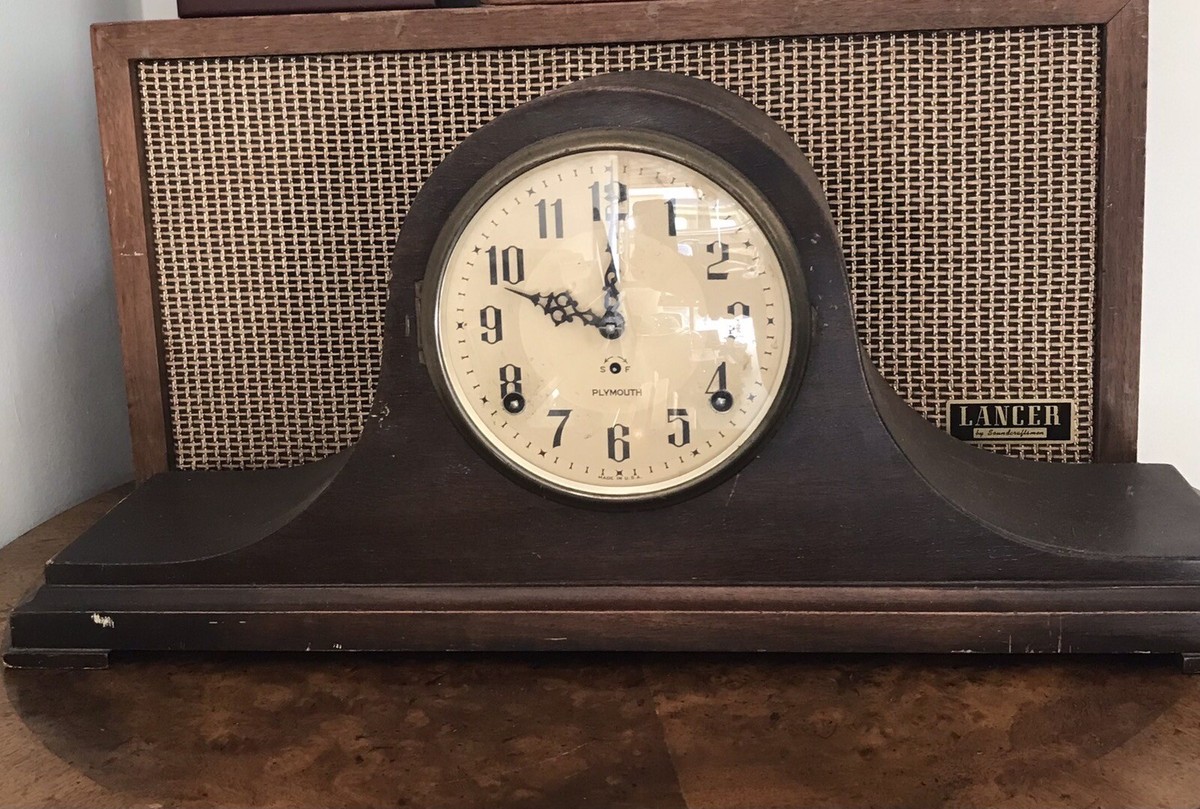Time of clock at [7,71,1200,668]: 9:59
